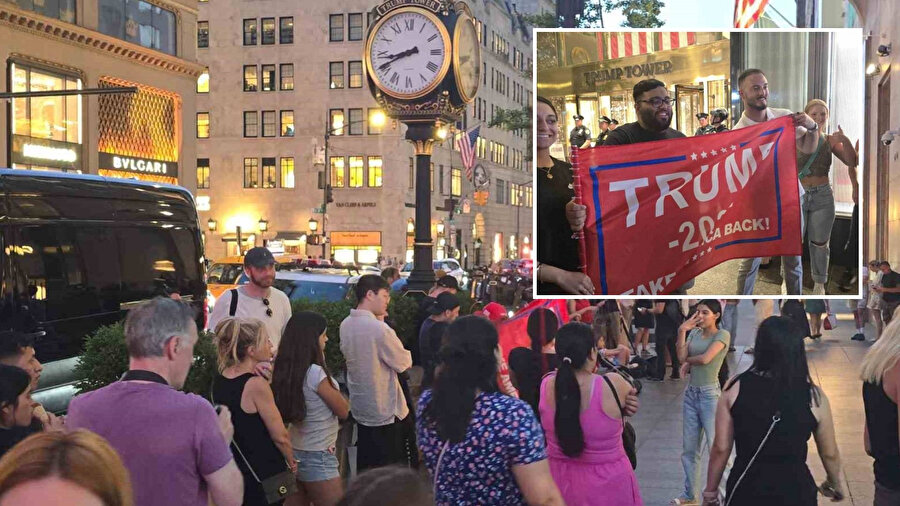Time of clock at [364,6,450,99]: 8:40
